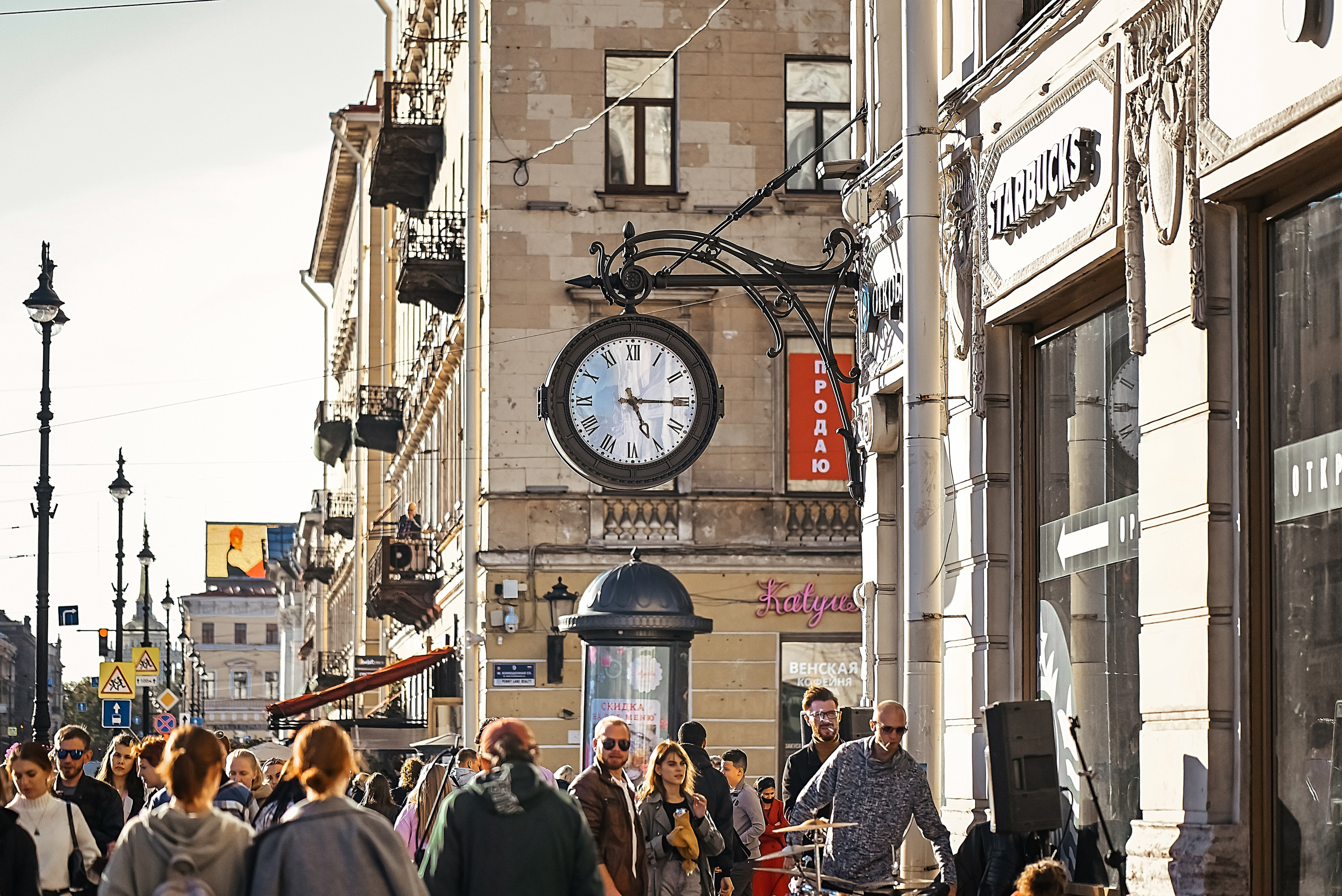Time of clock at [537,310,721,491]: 5:14
